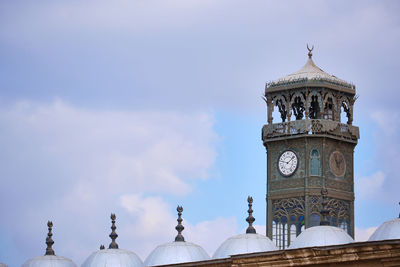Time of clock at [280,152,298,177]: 1:47
